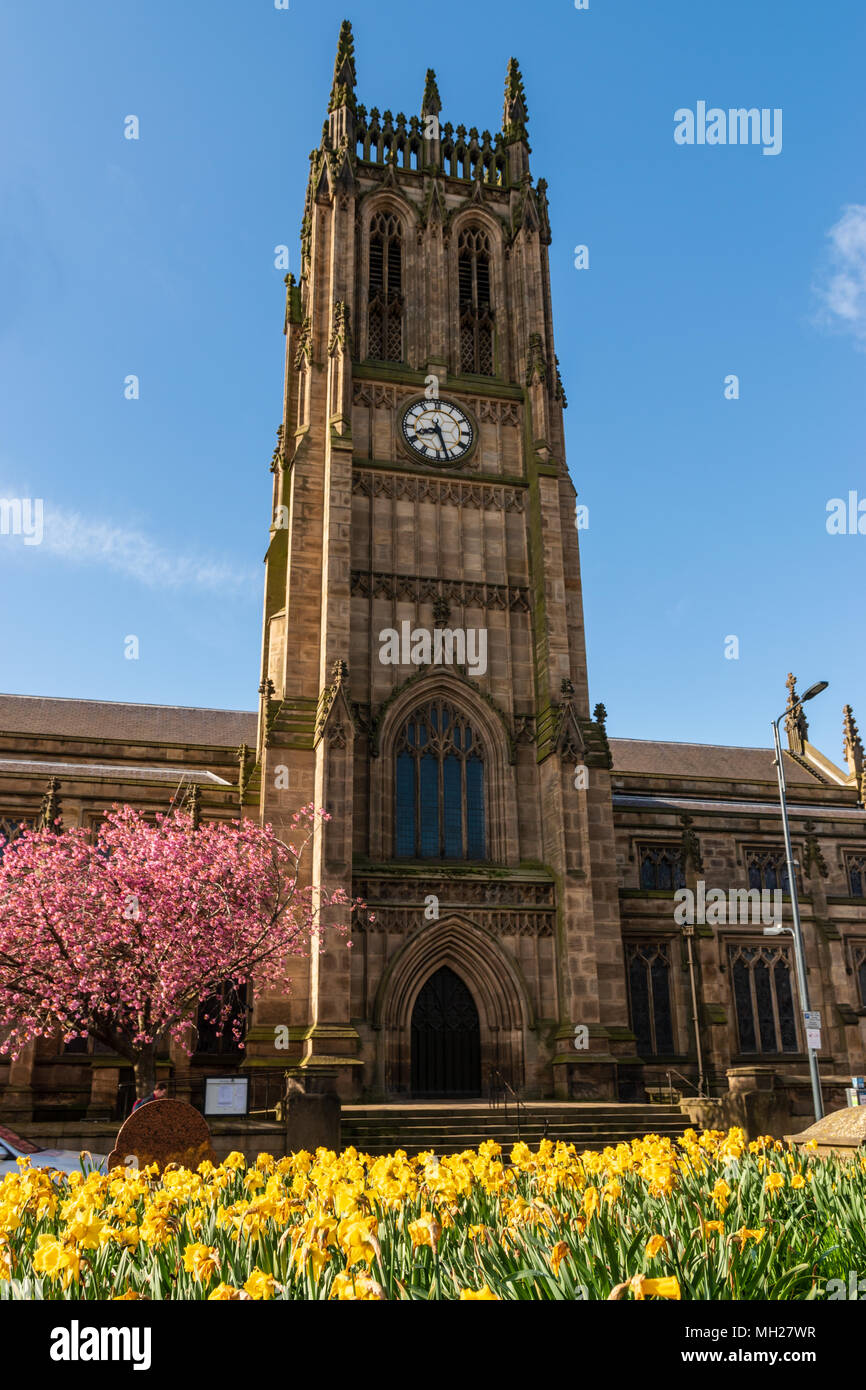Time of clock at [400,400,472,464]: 8:27
